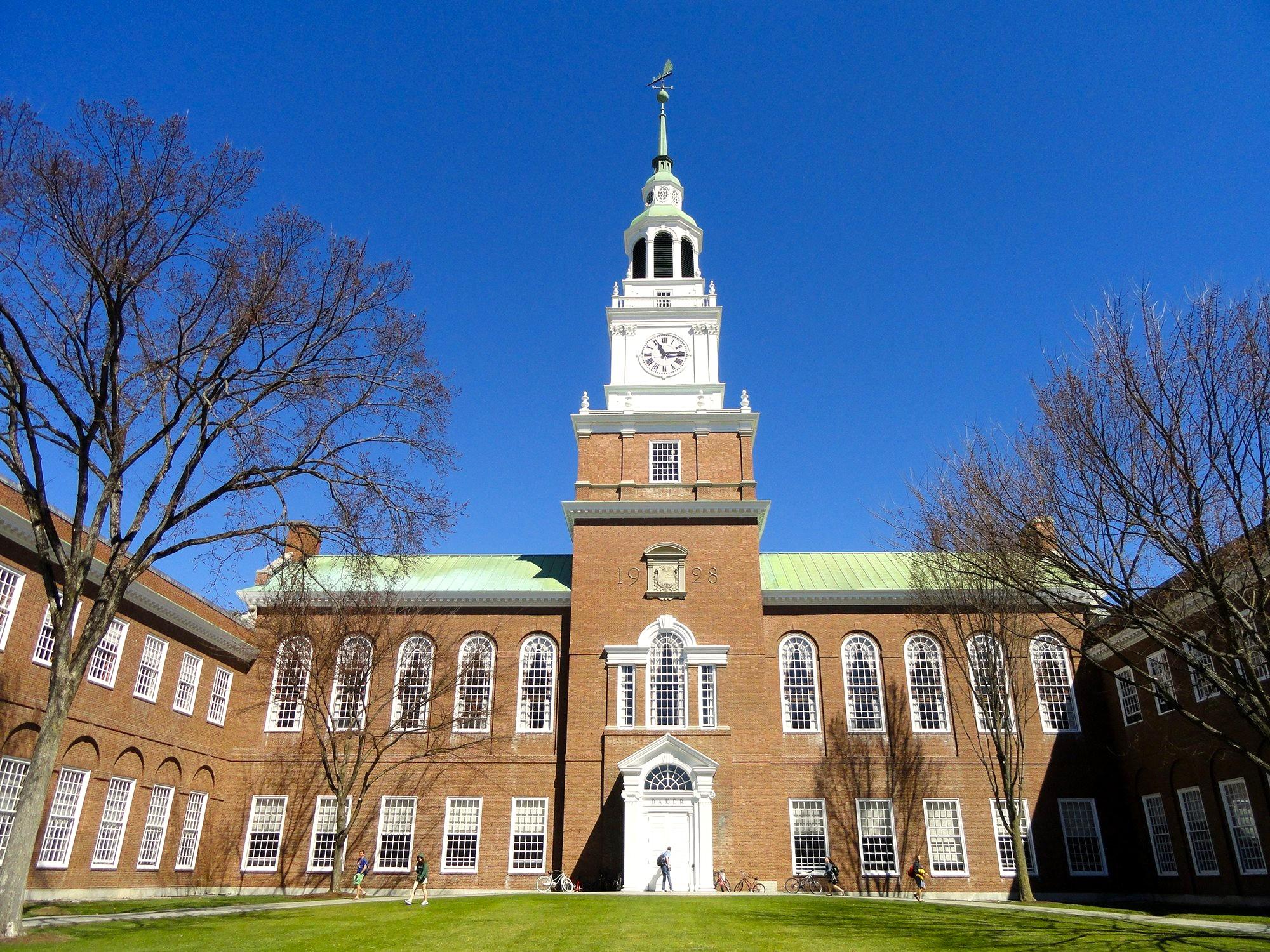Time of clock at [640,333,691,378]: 11:13
